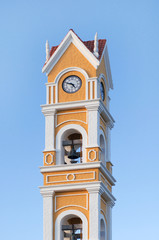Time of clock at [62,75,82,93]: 4:48
